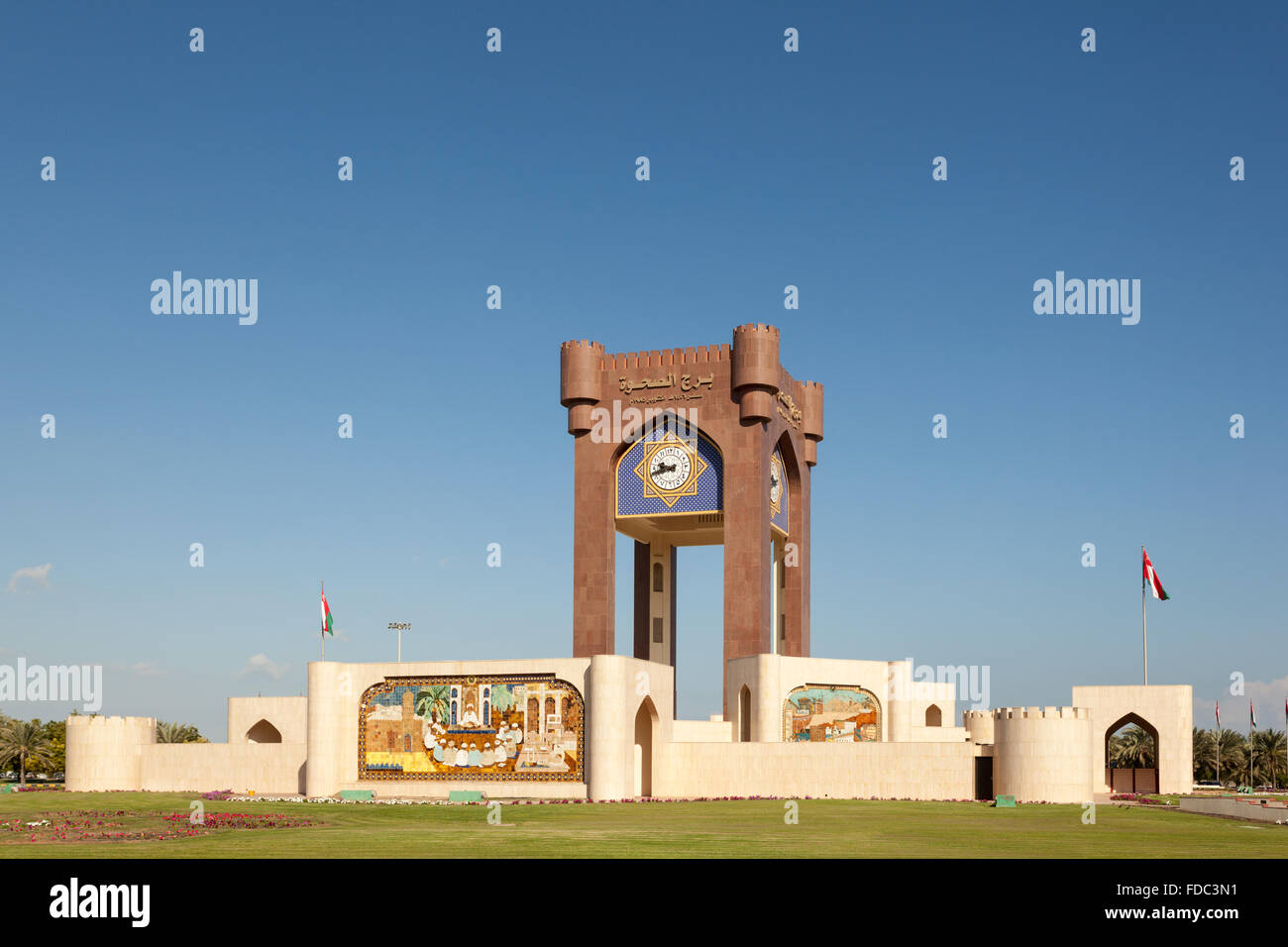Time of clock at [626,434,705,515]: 9:42
